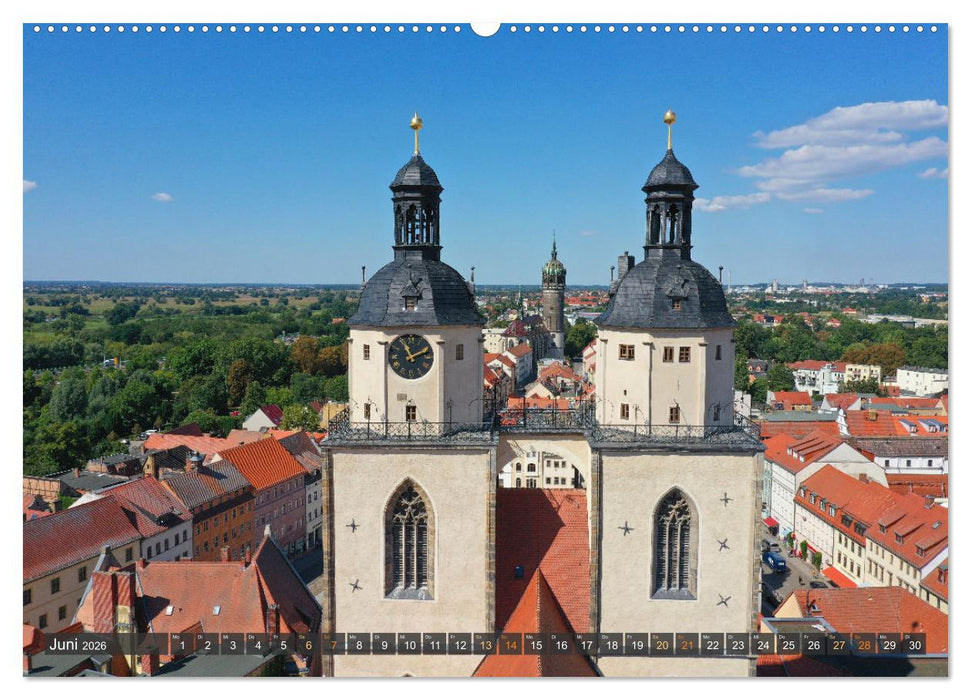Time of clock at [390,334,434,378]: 11:10
